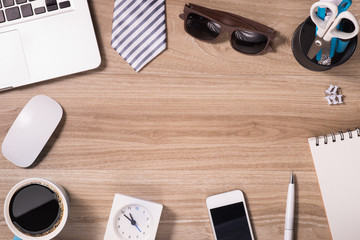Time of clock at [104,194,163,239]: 10:49
